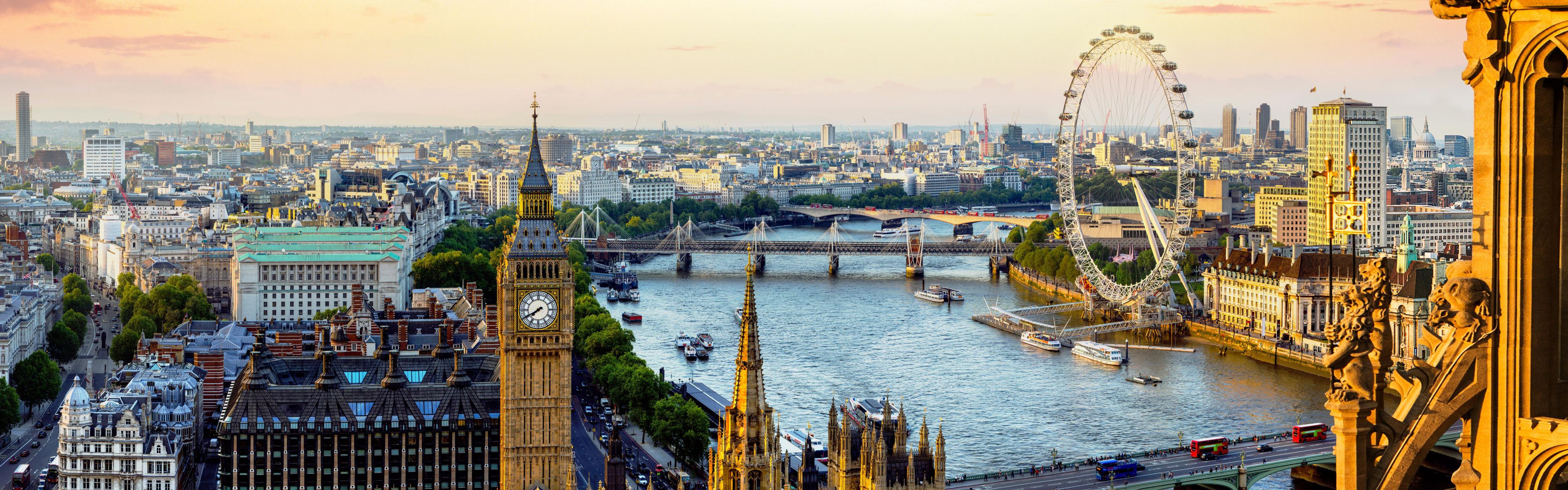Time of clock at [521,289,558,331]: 7:40
